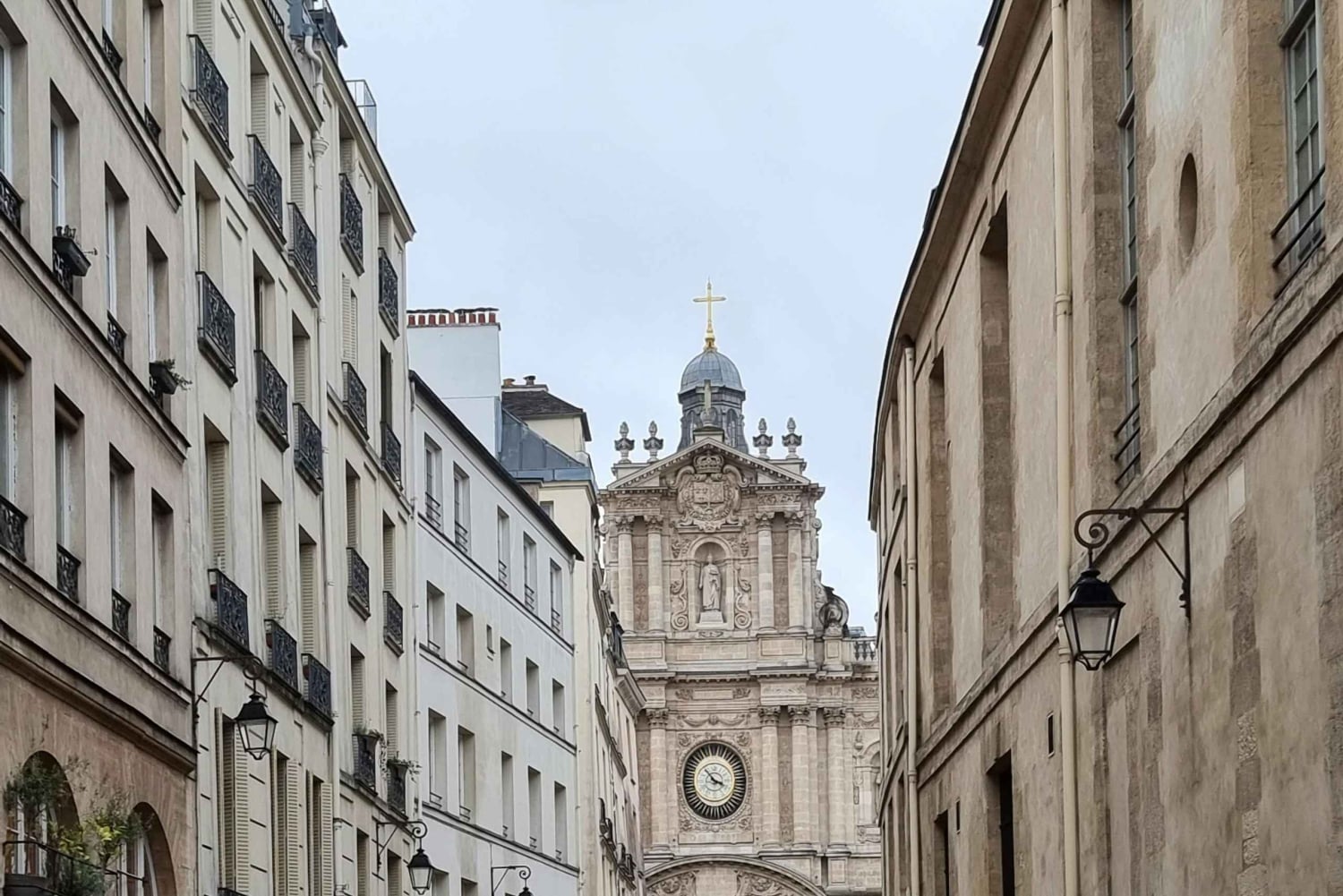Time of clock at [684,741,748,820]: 3:52
